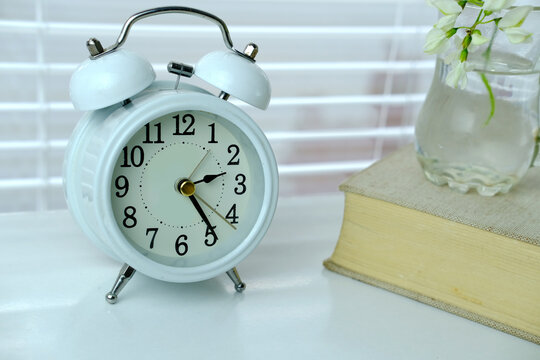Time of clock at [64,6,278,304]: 2:24
